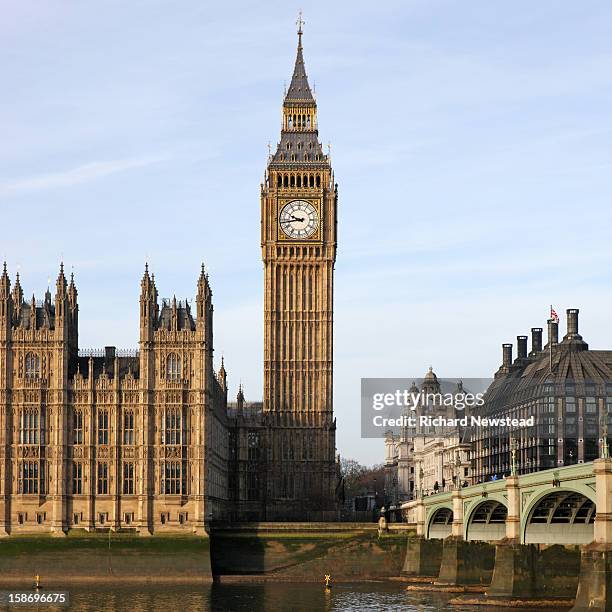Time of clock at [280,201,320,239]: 9:43
